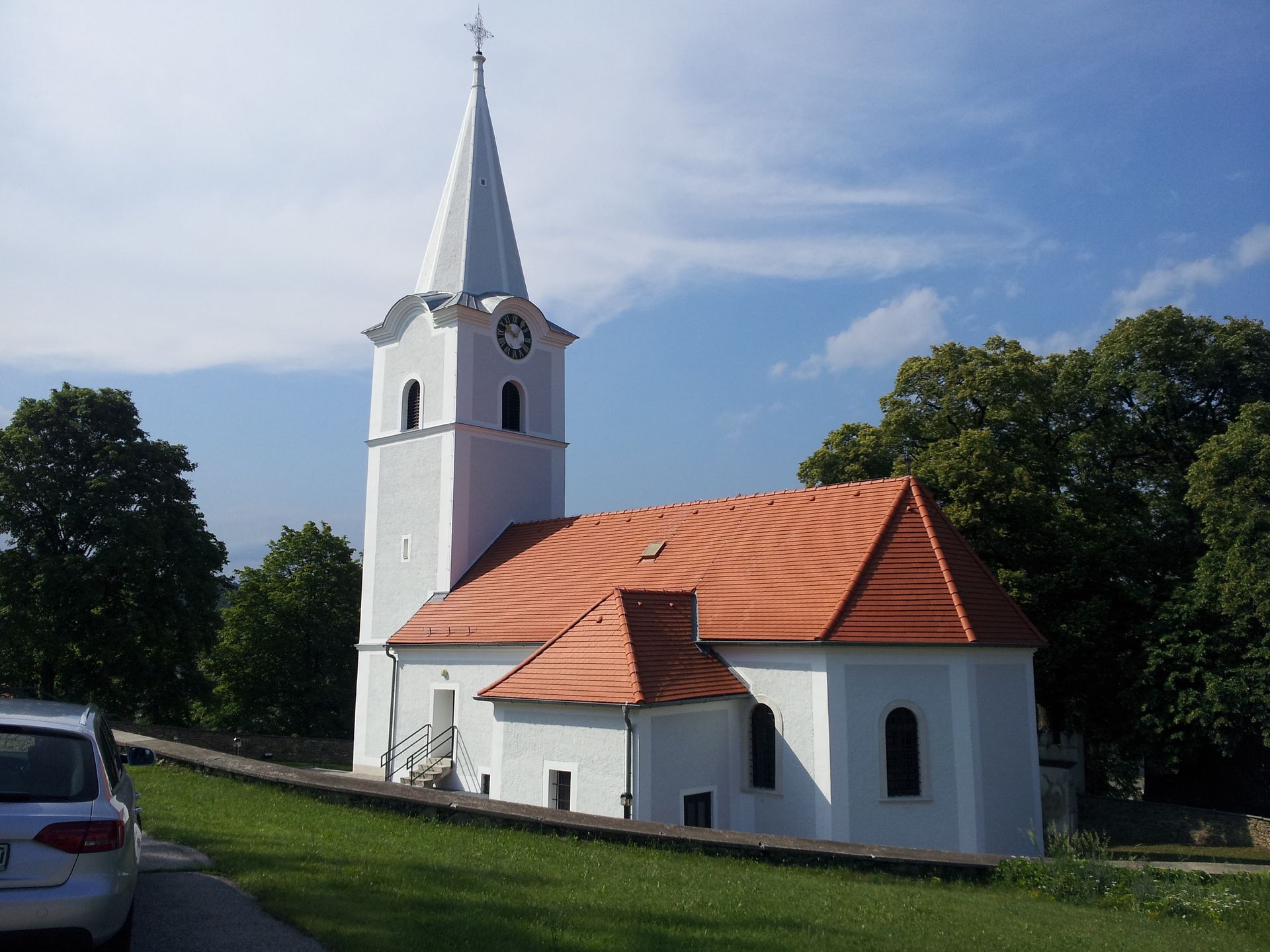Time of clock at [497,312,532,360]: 10:06
